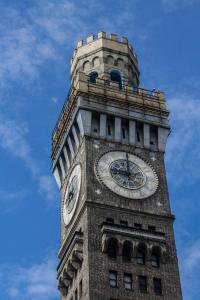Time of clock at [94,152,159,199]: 9:01
